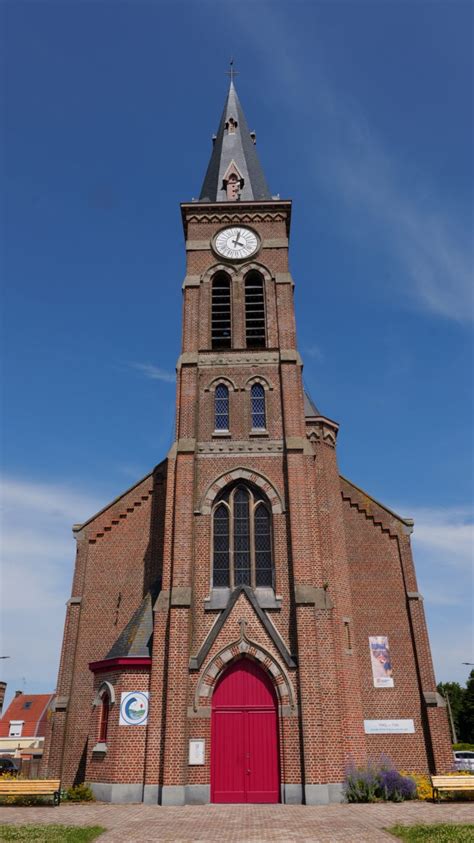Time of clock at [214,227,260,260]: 4:02
